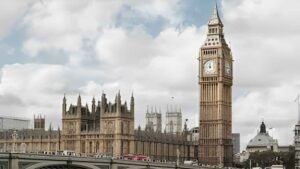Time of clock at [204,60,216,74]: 11:44
